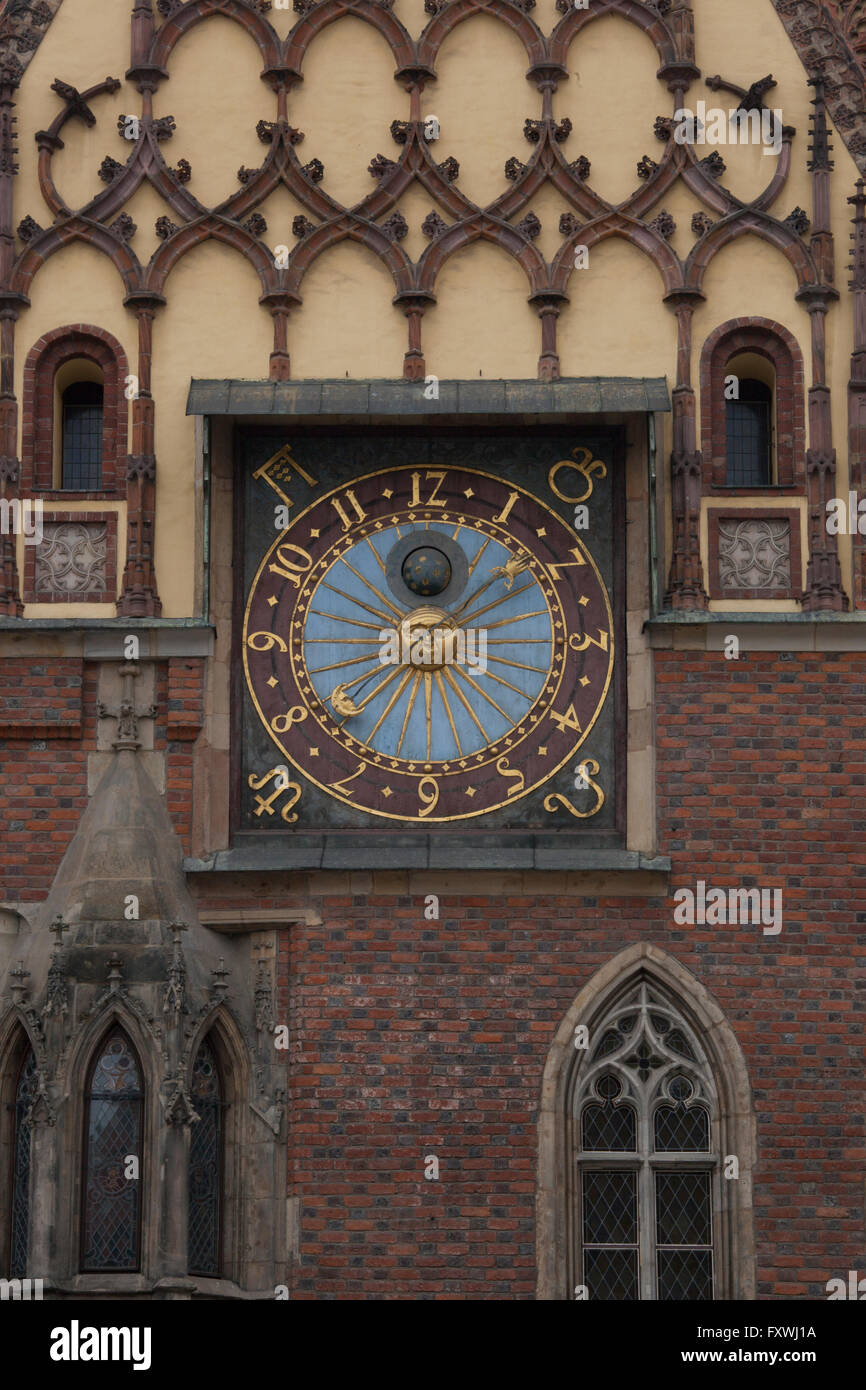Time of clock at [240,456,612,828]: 1:37
